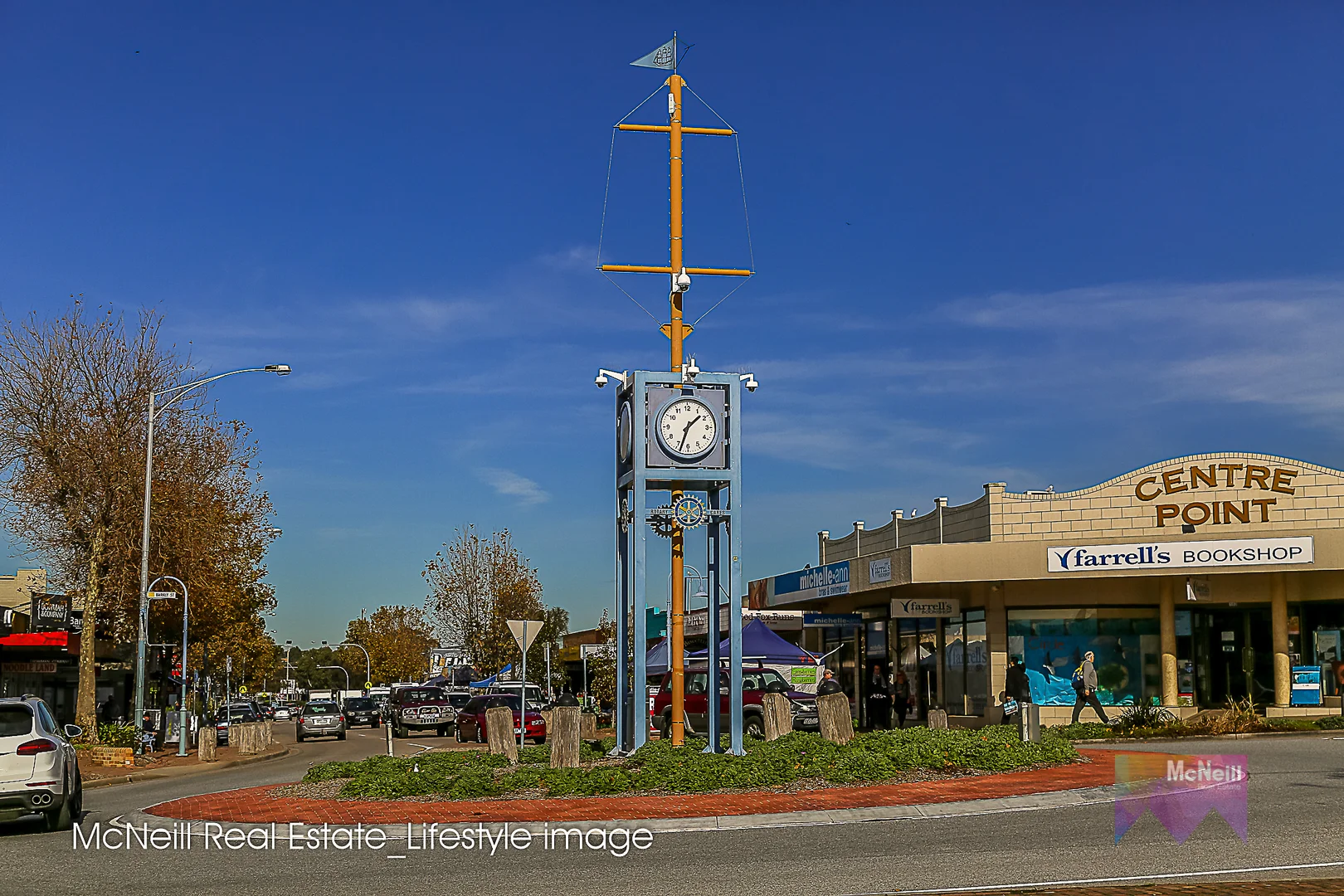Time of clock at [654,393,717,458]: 1:33
